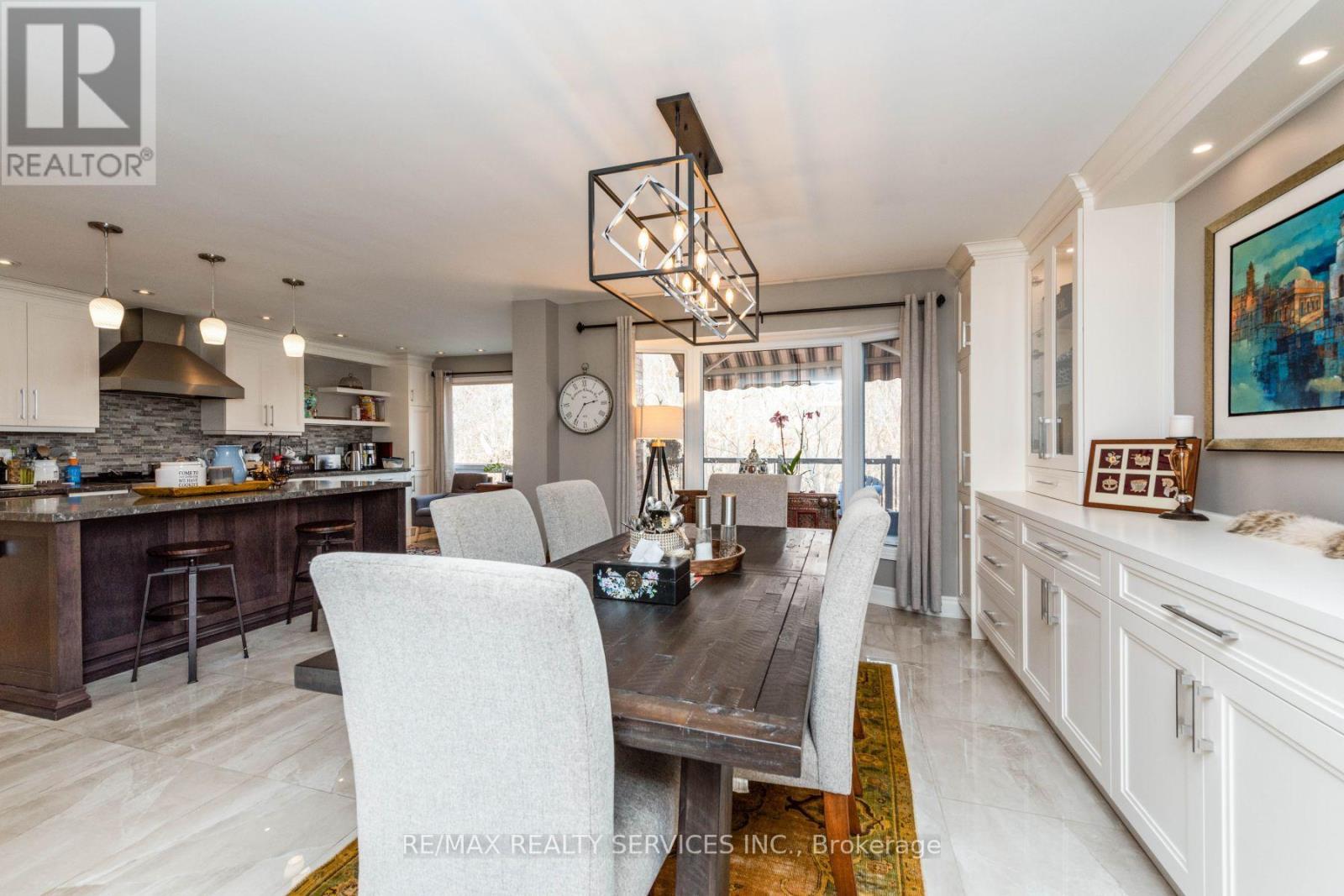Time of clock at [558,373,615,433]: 2:35
